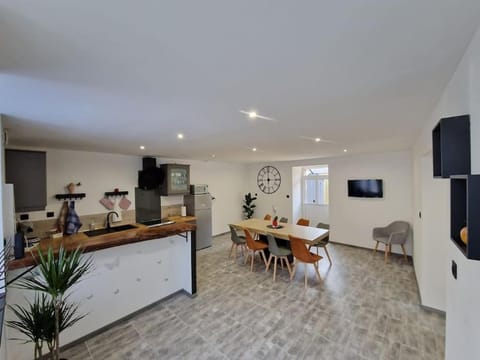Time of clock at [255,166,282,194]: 2:59
